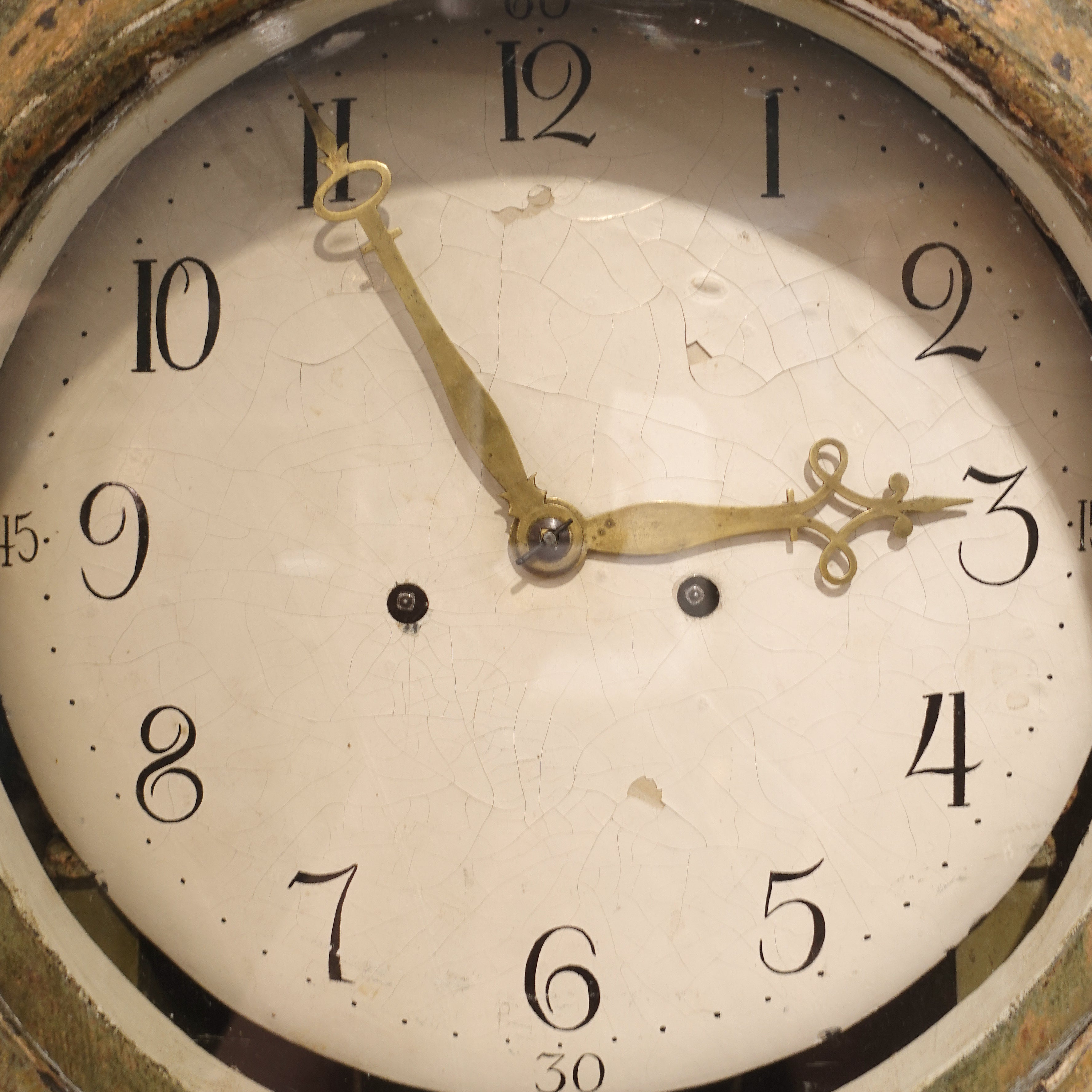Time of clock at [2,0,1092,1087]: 2:54
